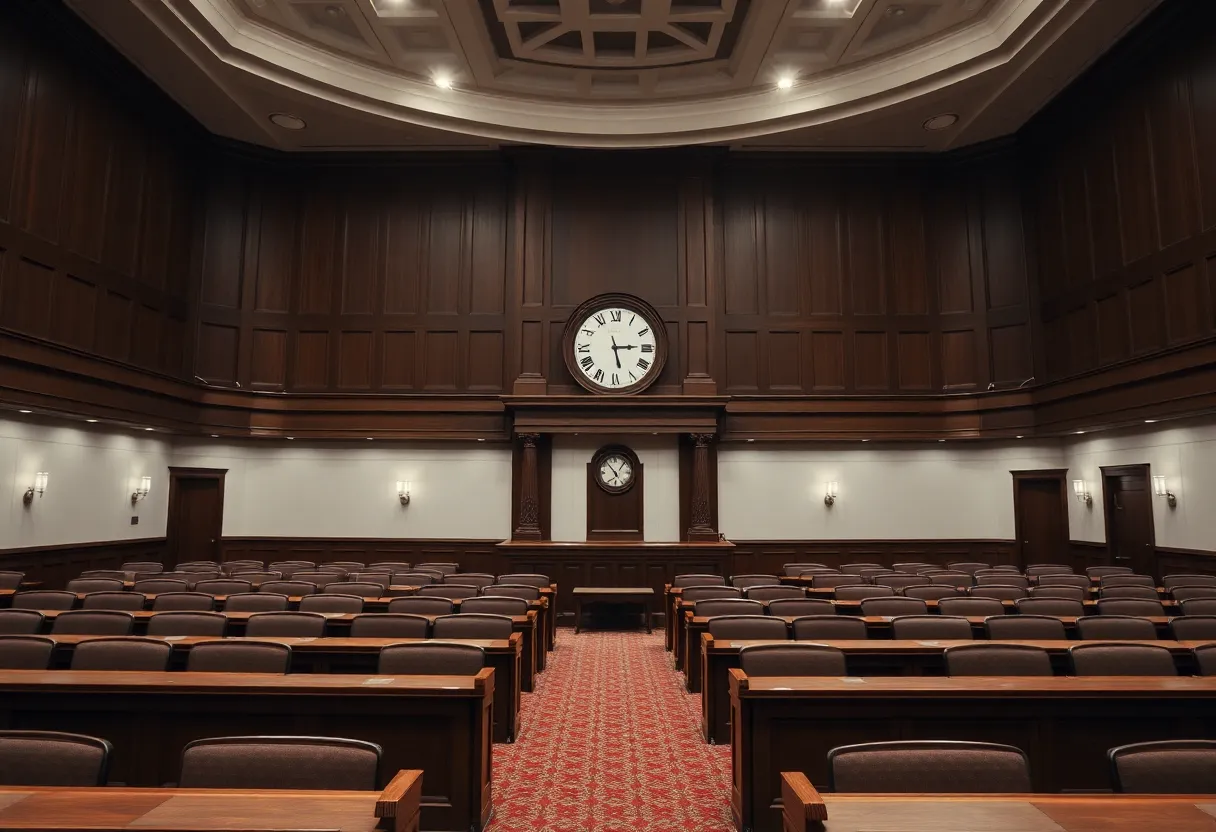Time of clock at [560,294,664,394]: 5:14
